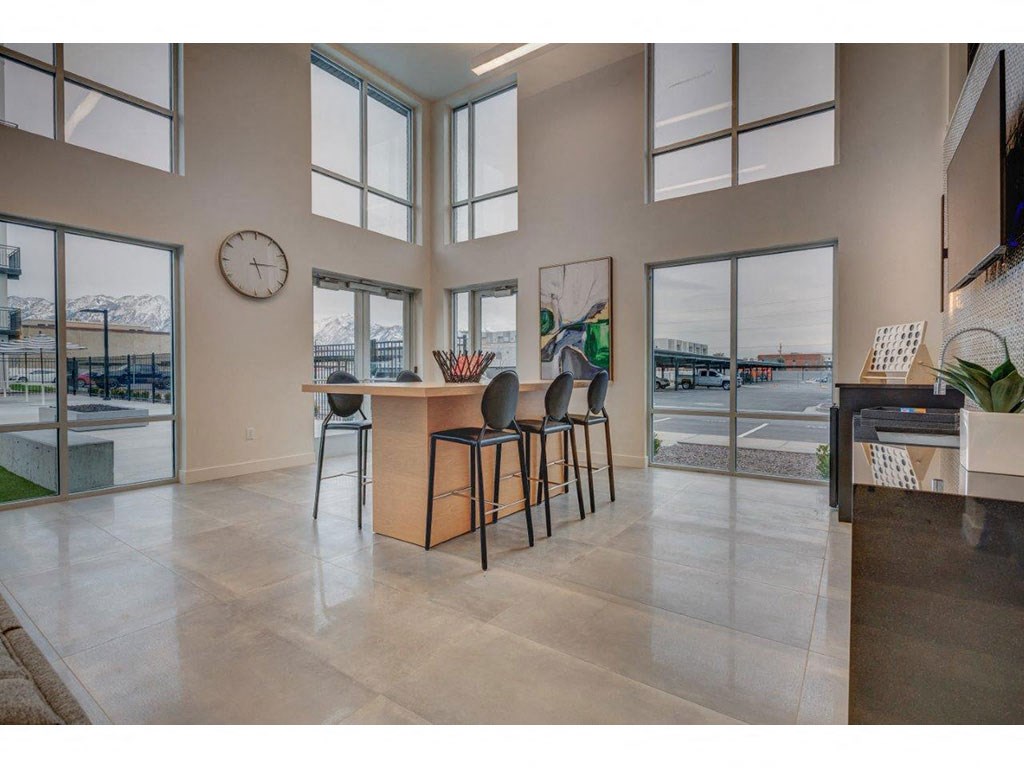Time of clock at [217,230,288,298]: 5:14
